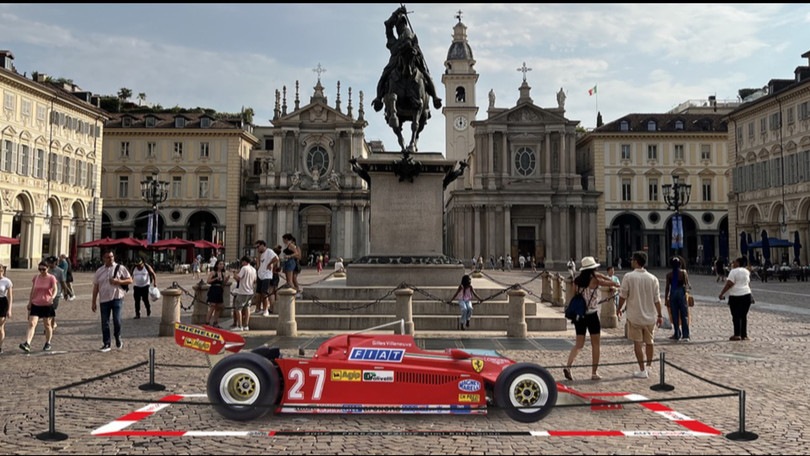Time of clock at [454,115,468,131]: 5:59
